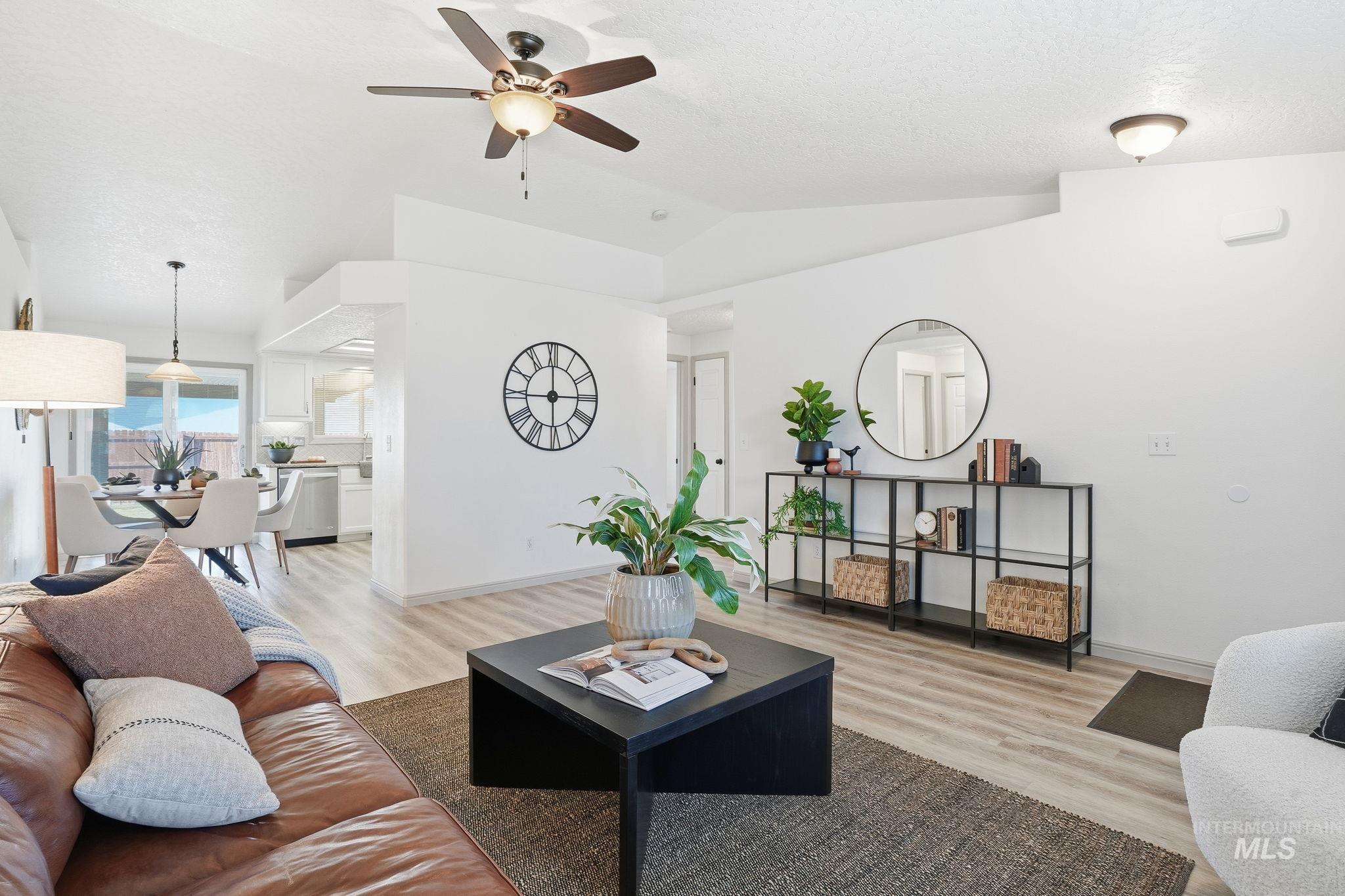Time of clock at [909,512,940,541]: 10:10
